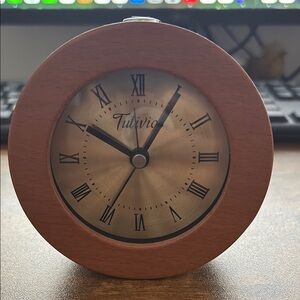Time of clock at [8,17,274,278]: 10:05
